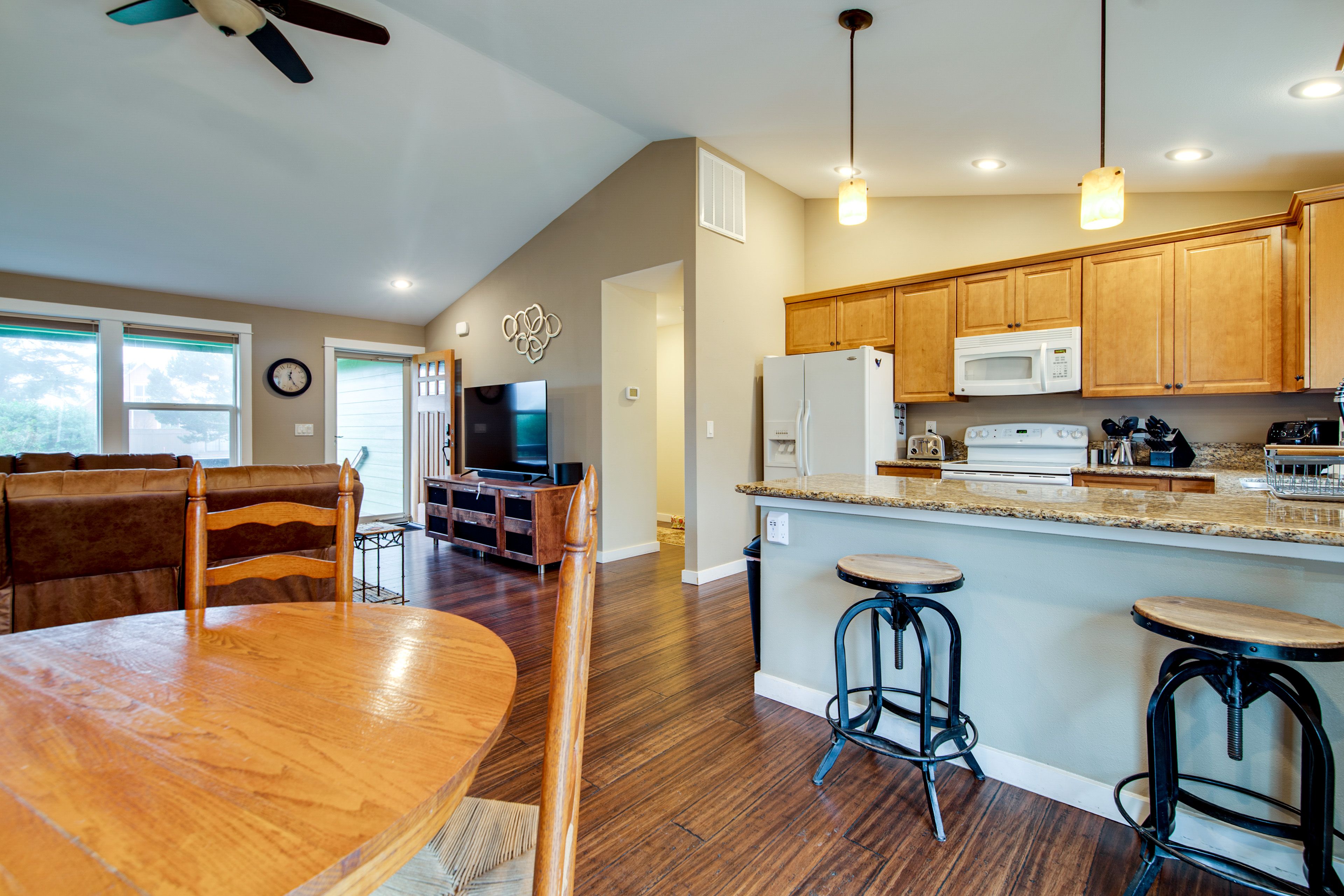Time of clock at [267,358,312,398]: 12:25
